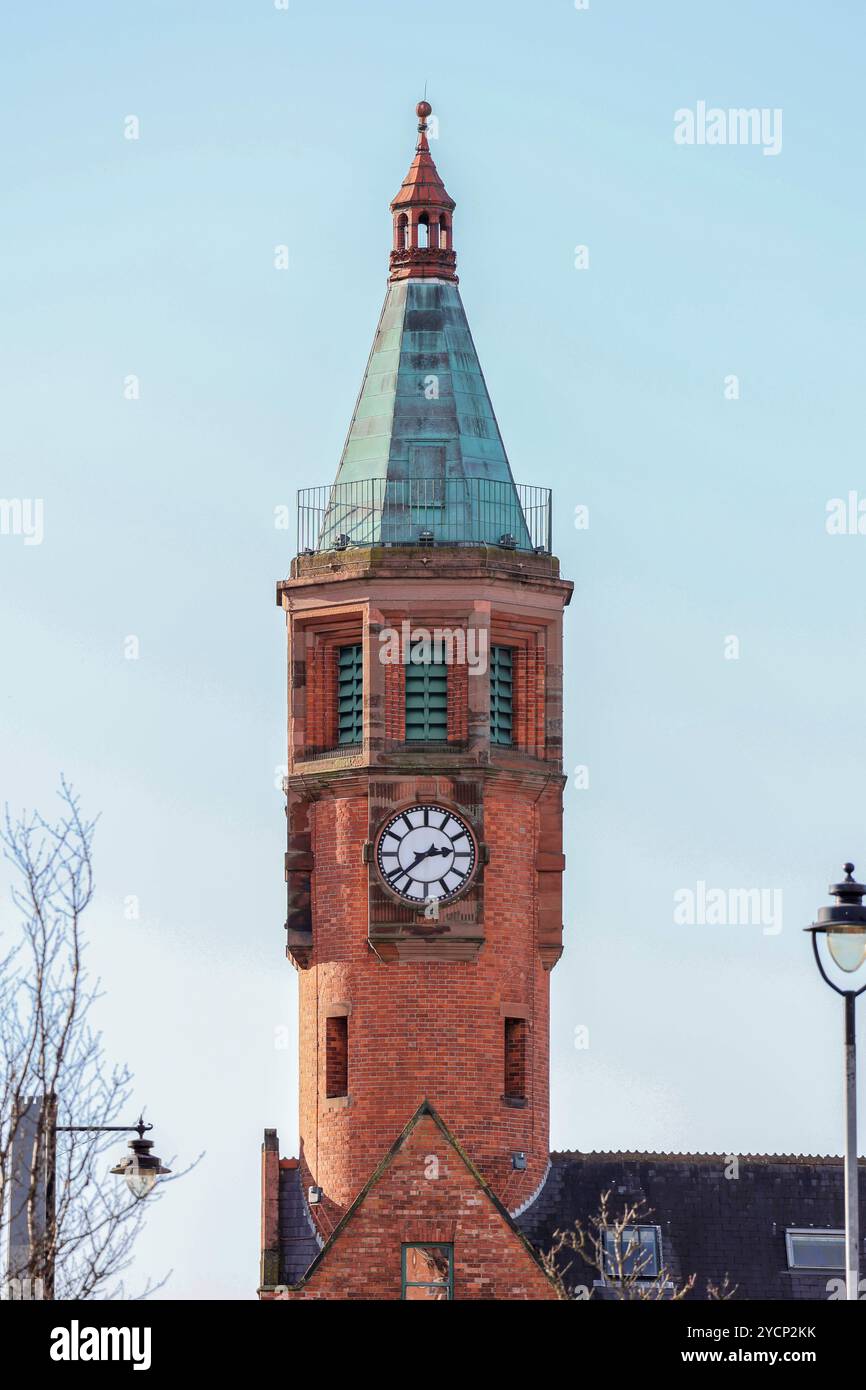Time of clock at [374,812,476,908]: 2:38
